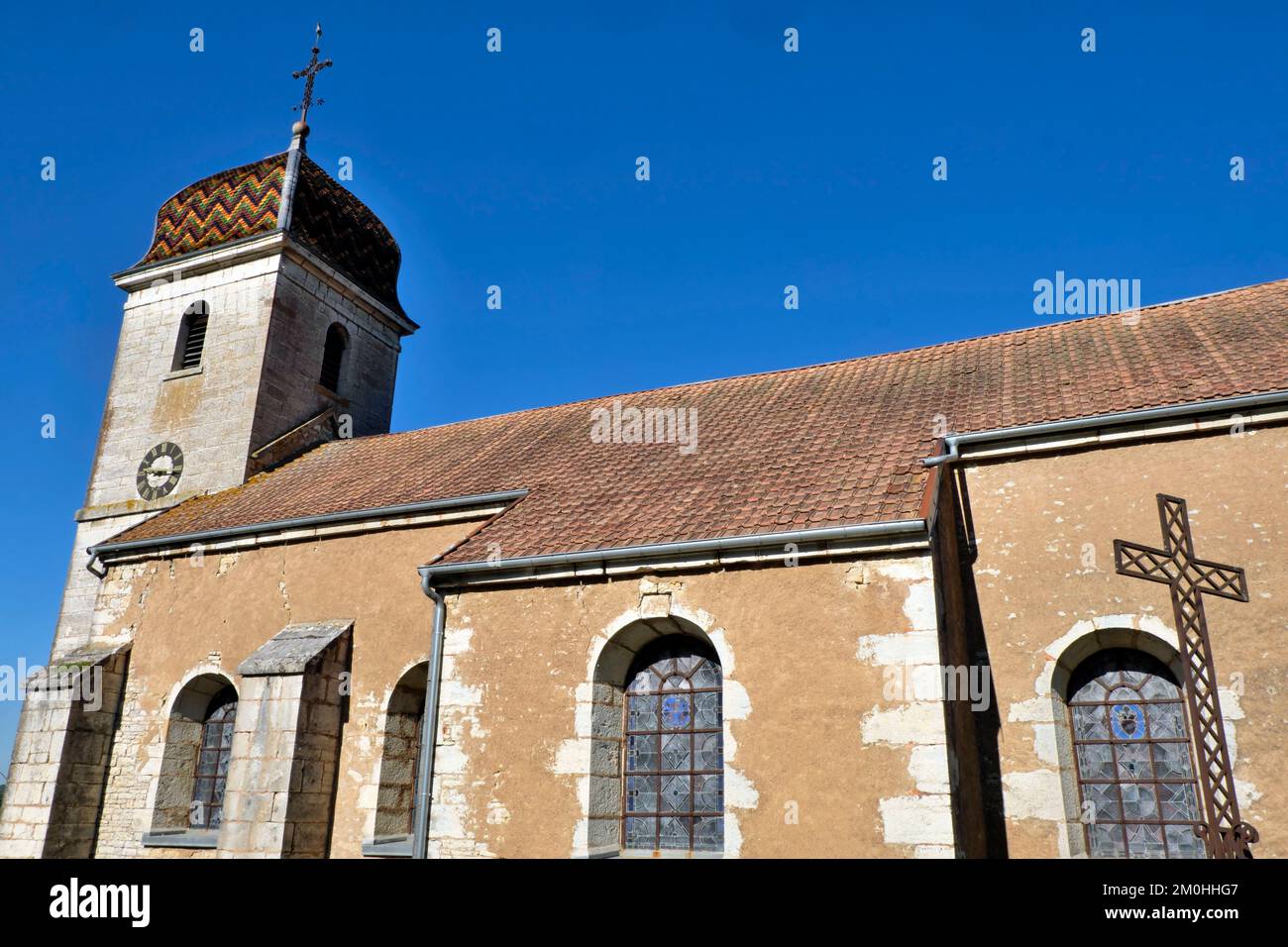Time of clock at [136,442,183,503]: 9:16
